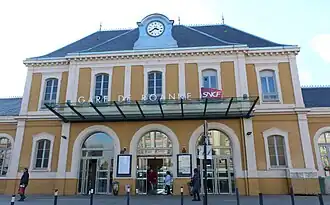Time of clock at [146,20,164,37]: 3:39
